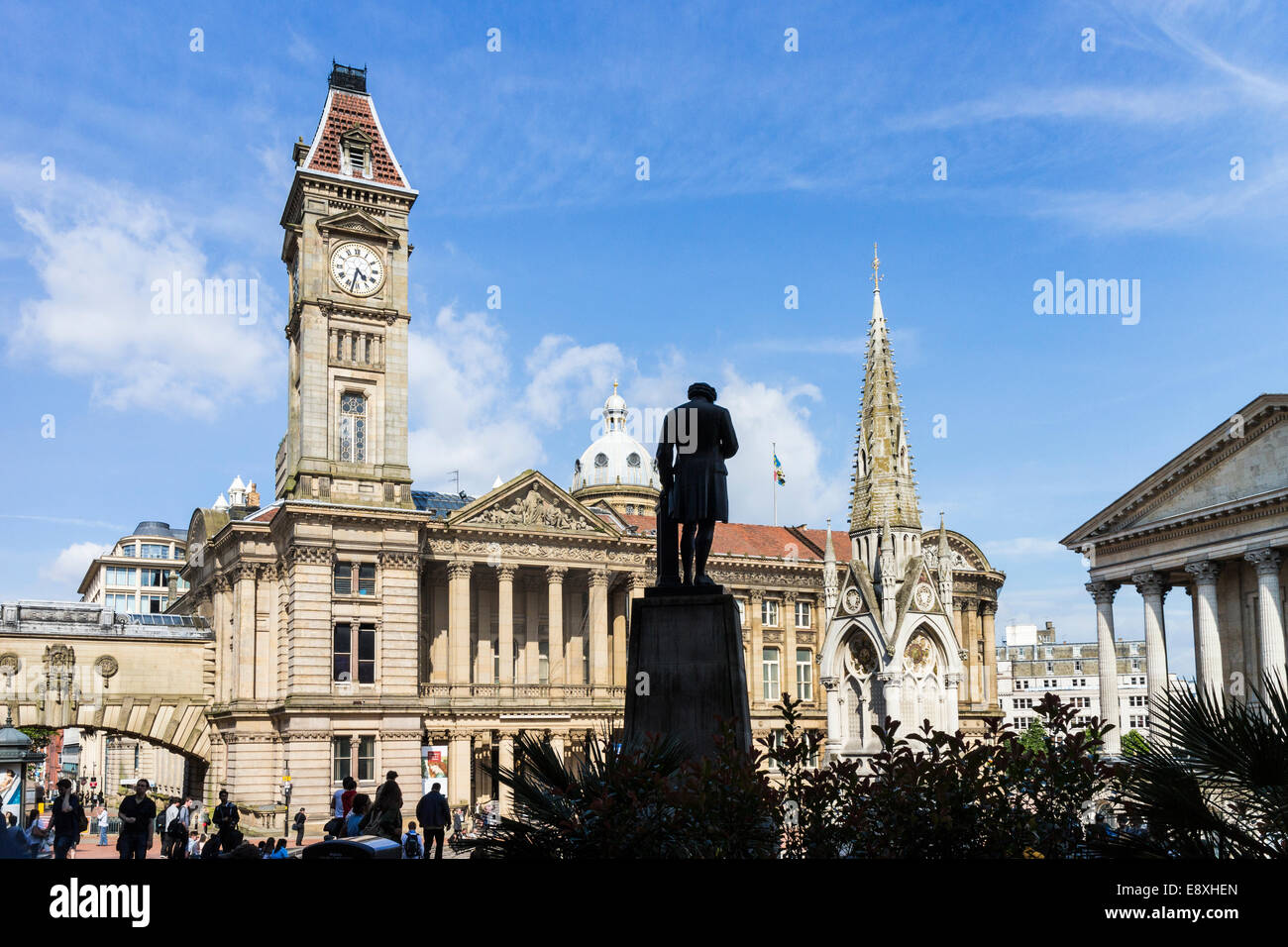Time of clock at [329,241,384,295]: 4:32
